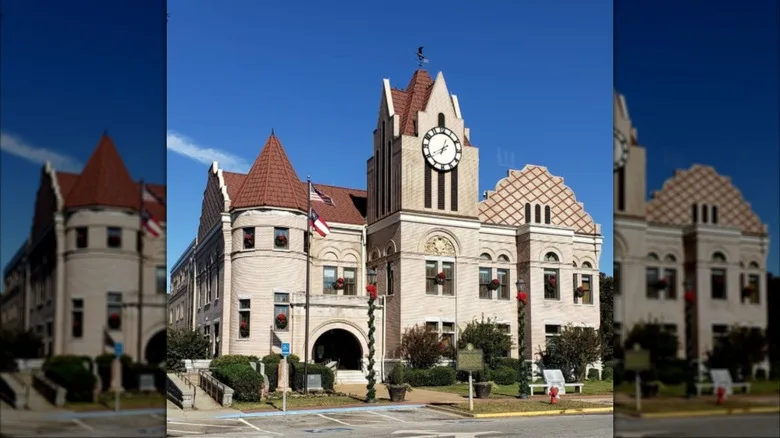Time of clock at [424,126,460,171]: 6:40
